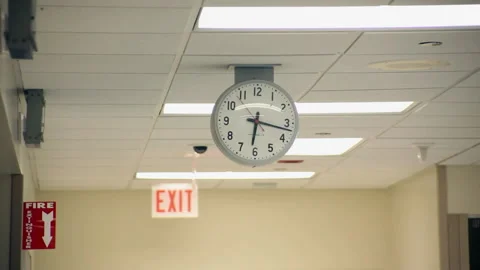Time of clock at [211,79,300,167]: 6:17
